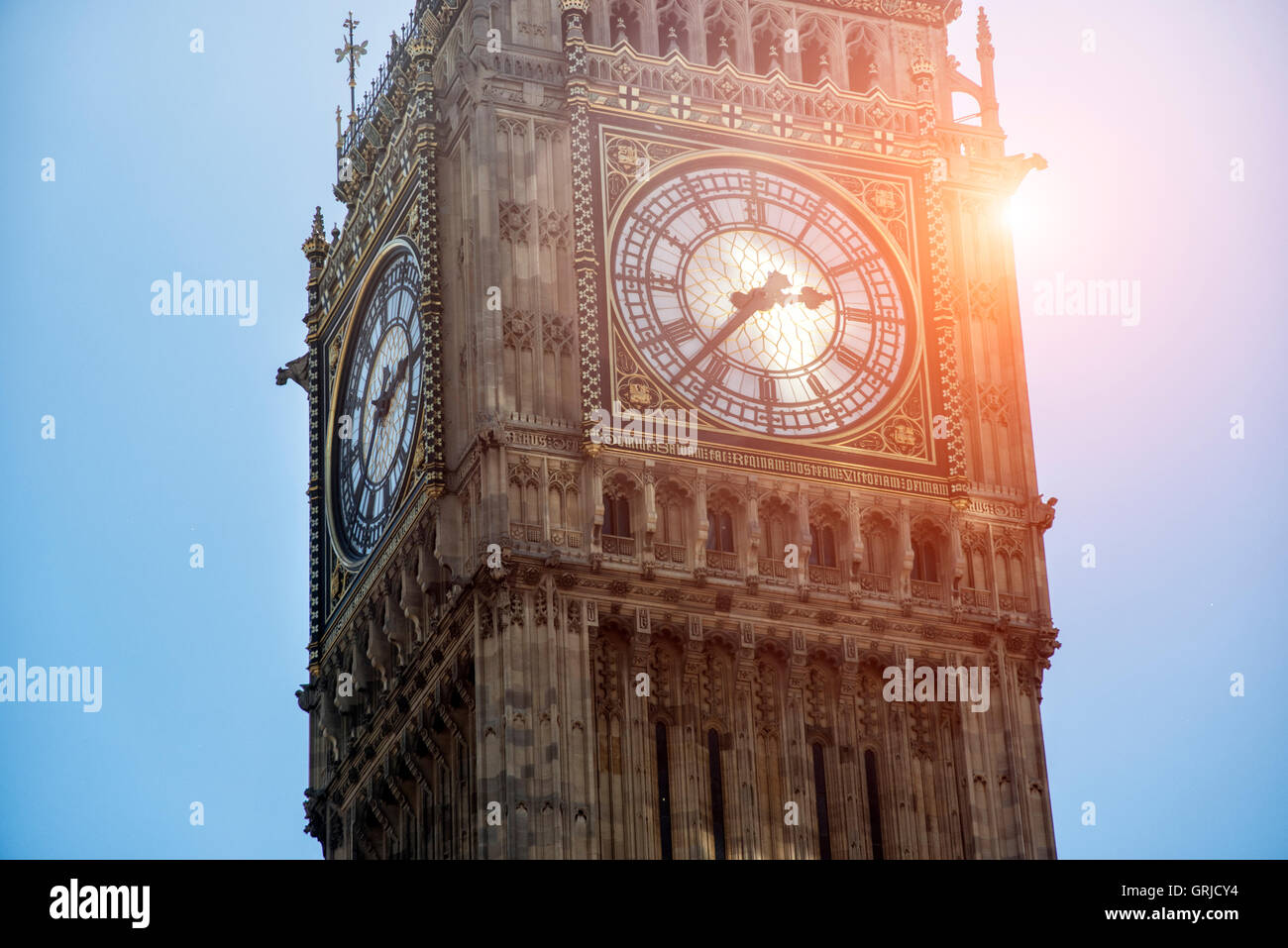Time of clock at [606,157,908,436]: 2:36
